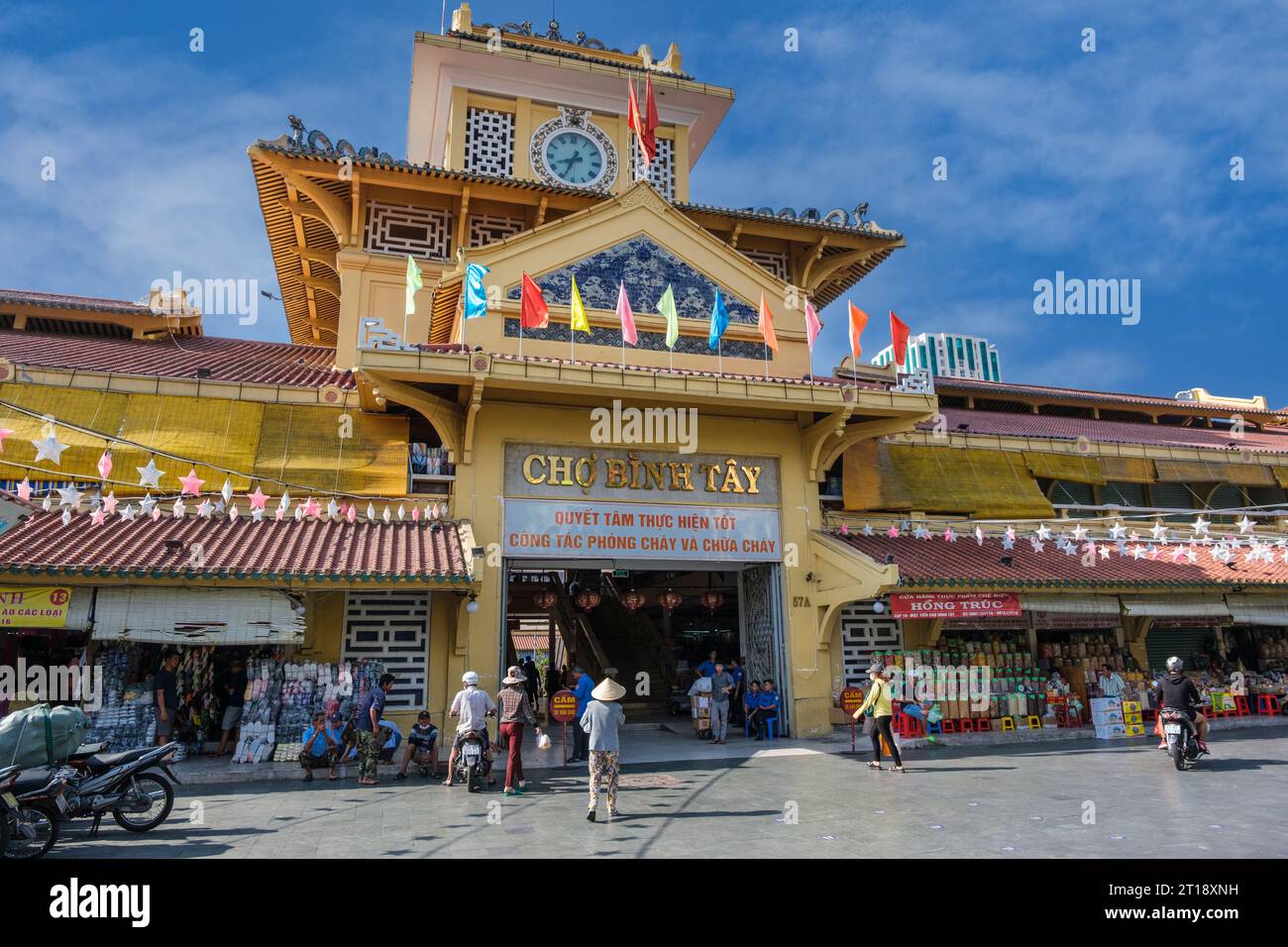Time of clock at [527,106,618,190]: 8:33
